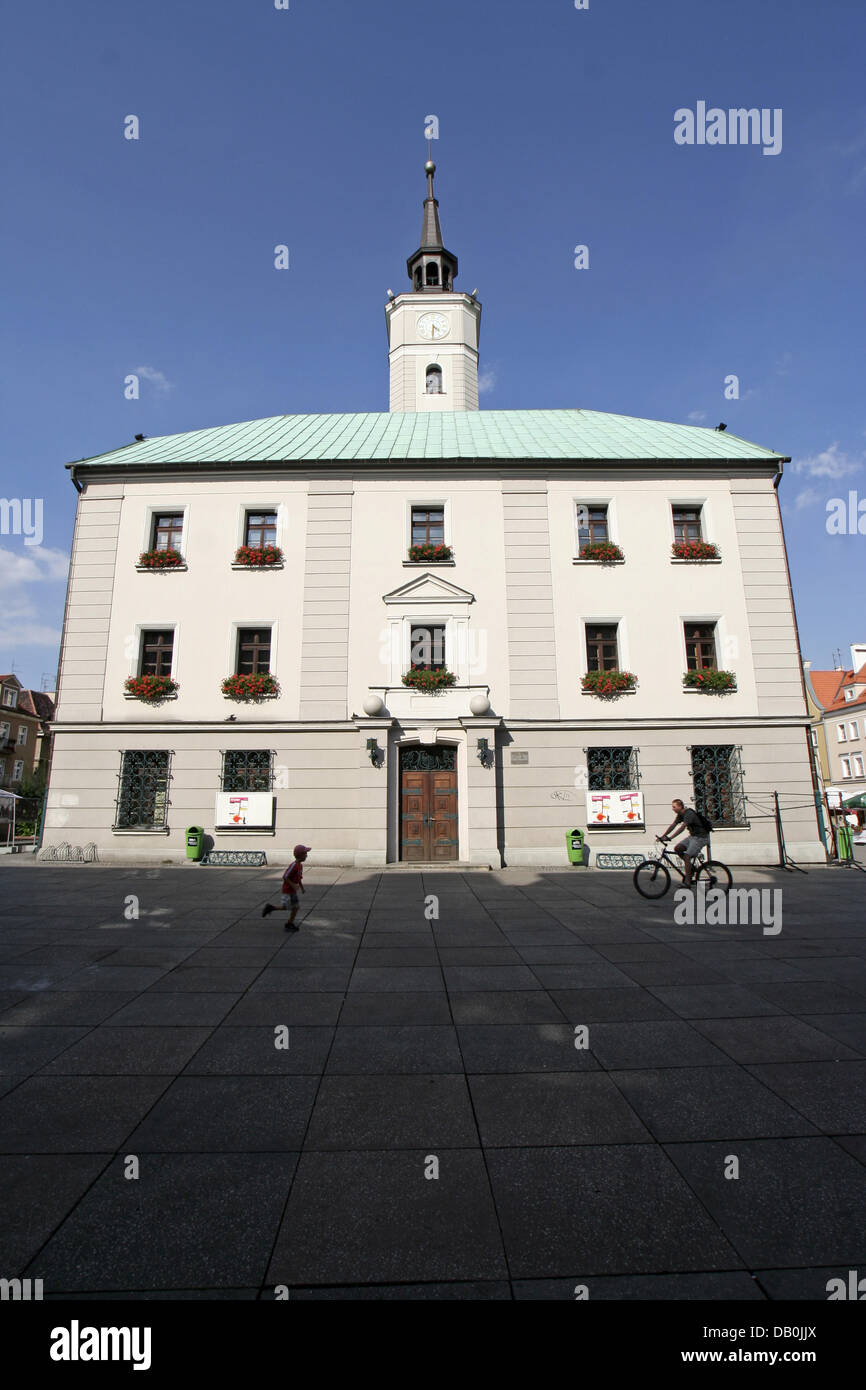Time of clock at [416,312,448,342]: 4:30
